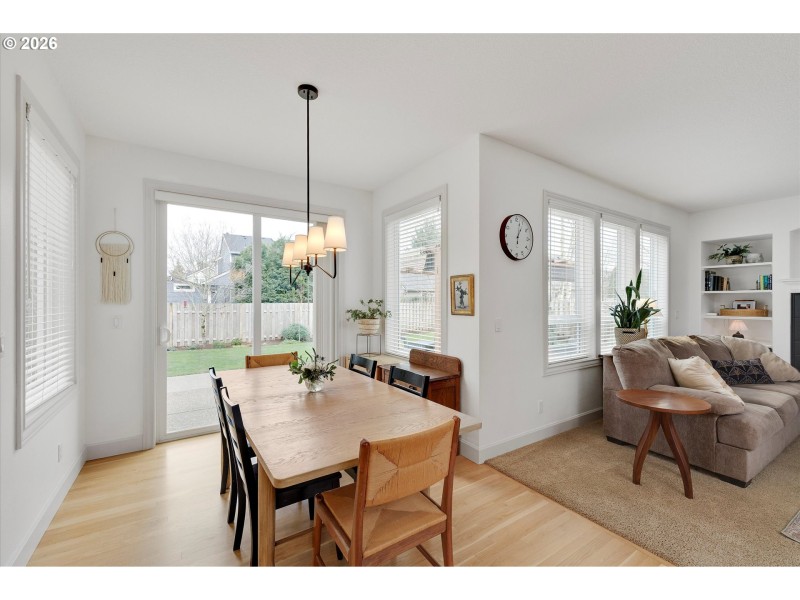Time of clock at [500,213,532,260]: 1:02
